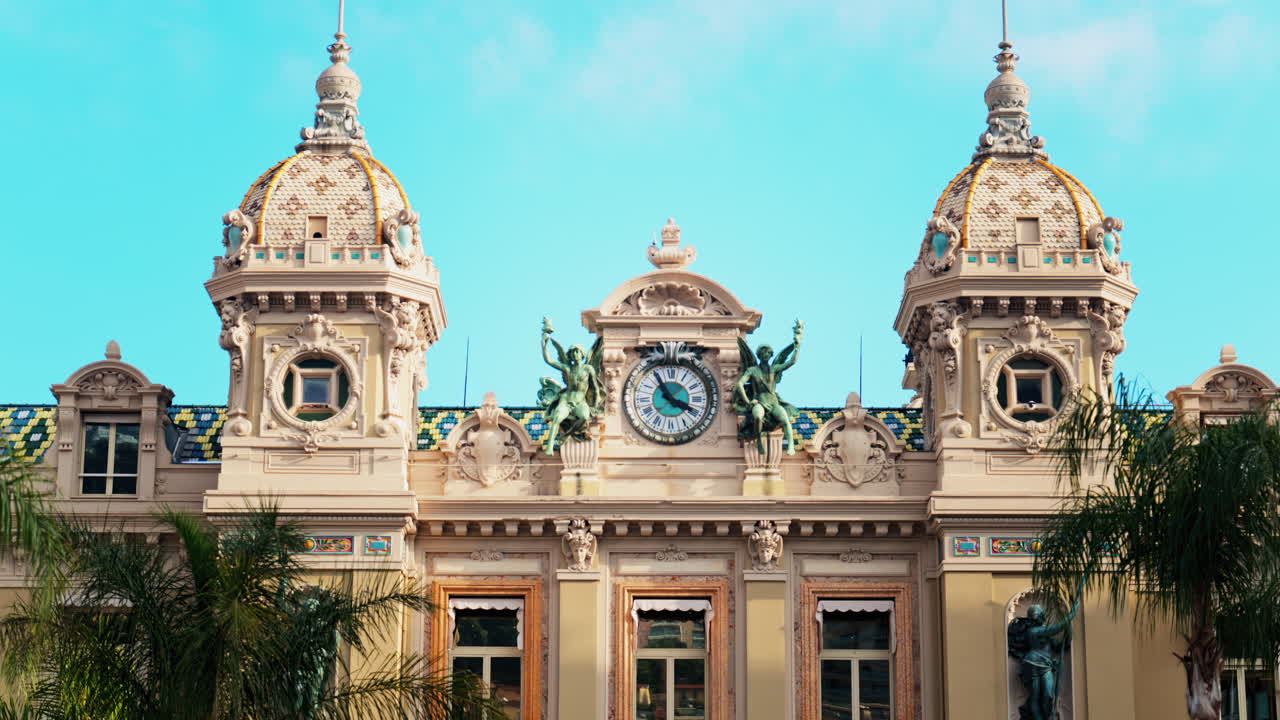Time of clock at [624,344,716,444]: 3:55
